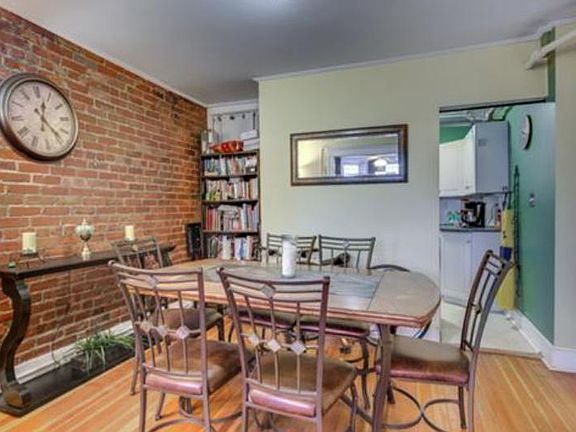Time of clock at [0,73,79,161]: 12:23
